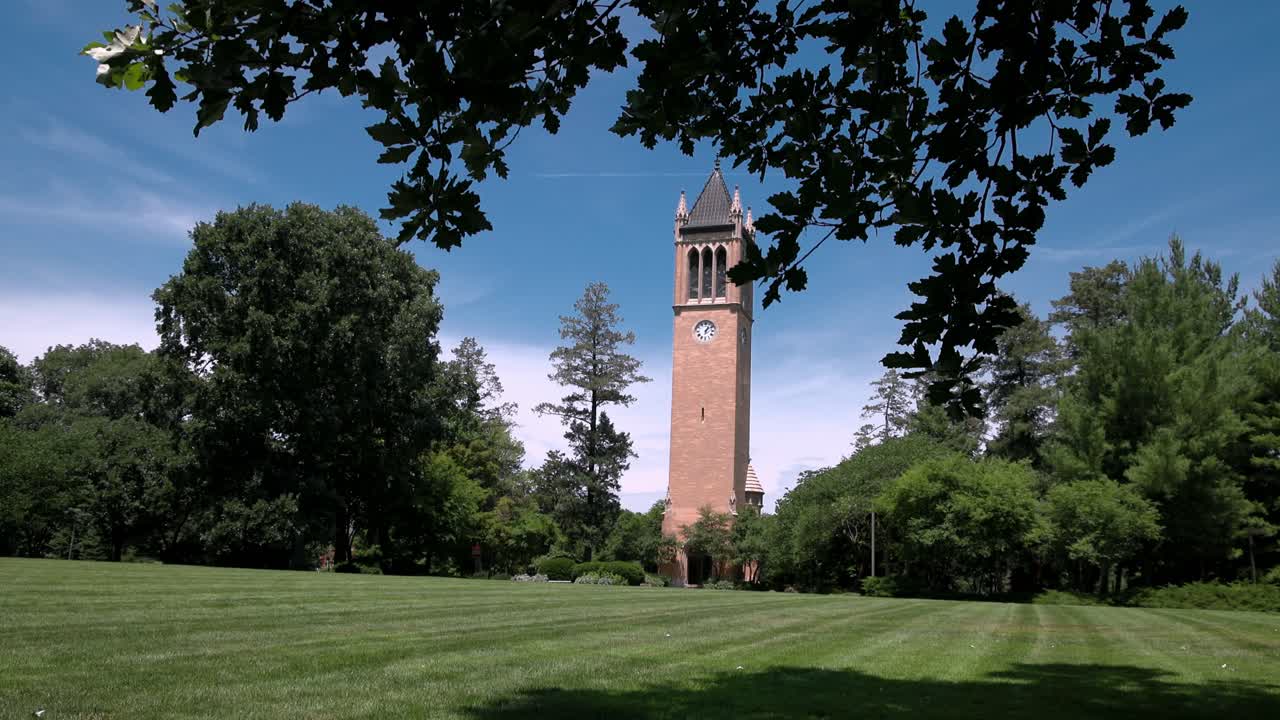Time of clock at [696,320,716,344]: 1:08
